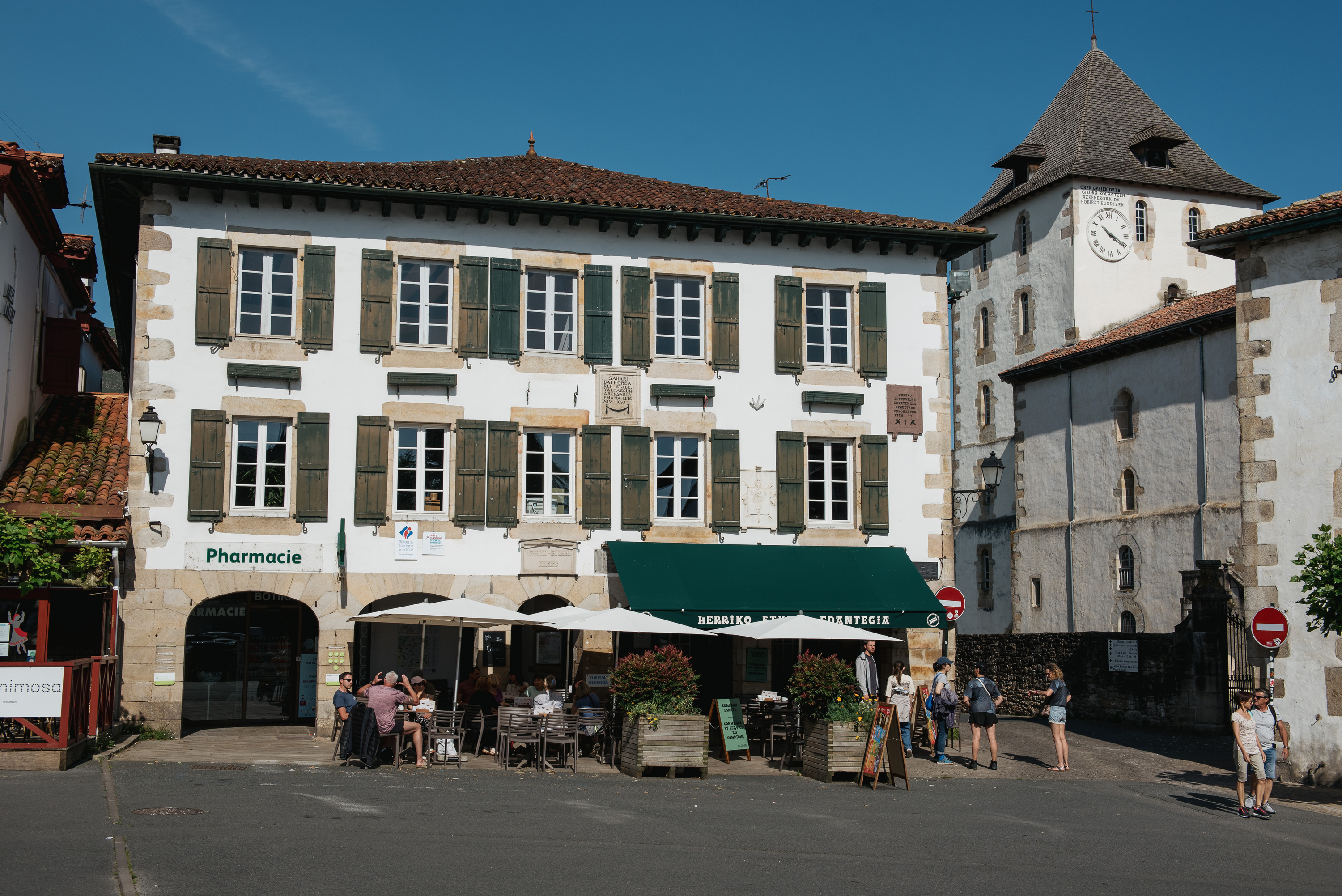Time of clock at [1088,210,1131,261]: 10:20
